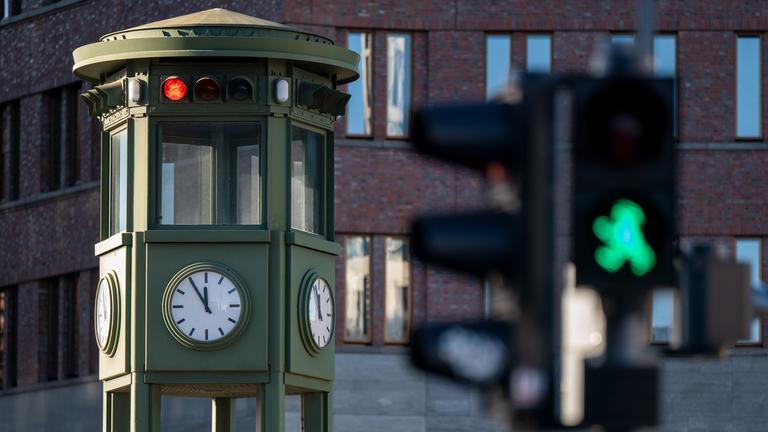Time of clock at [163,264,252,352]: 11:54
